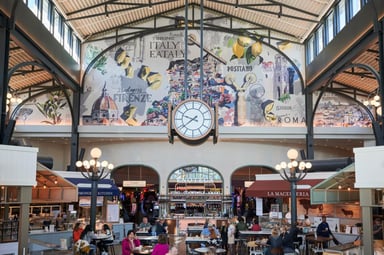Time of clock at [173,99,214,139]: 9:38
